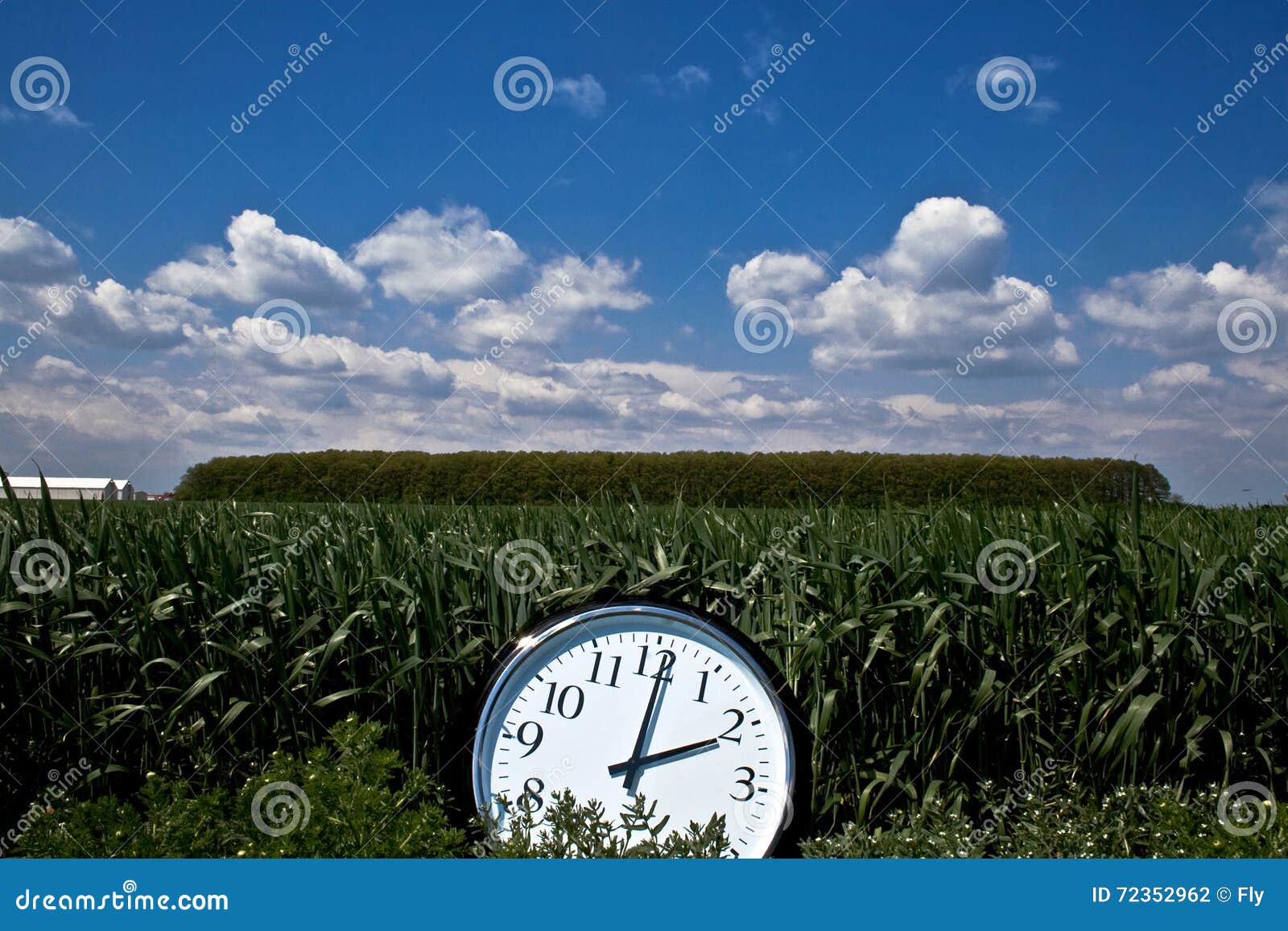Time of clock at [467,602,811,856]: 2:01
